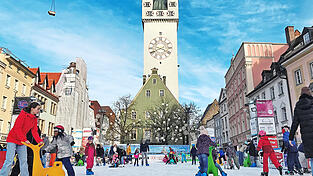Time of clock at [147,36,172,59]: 3:40
